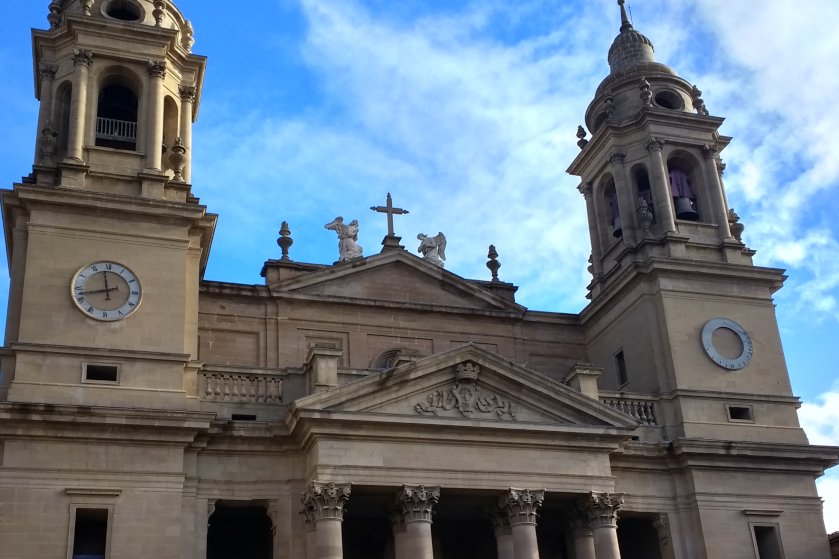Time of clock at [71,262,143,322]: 11:42
